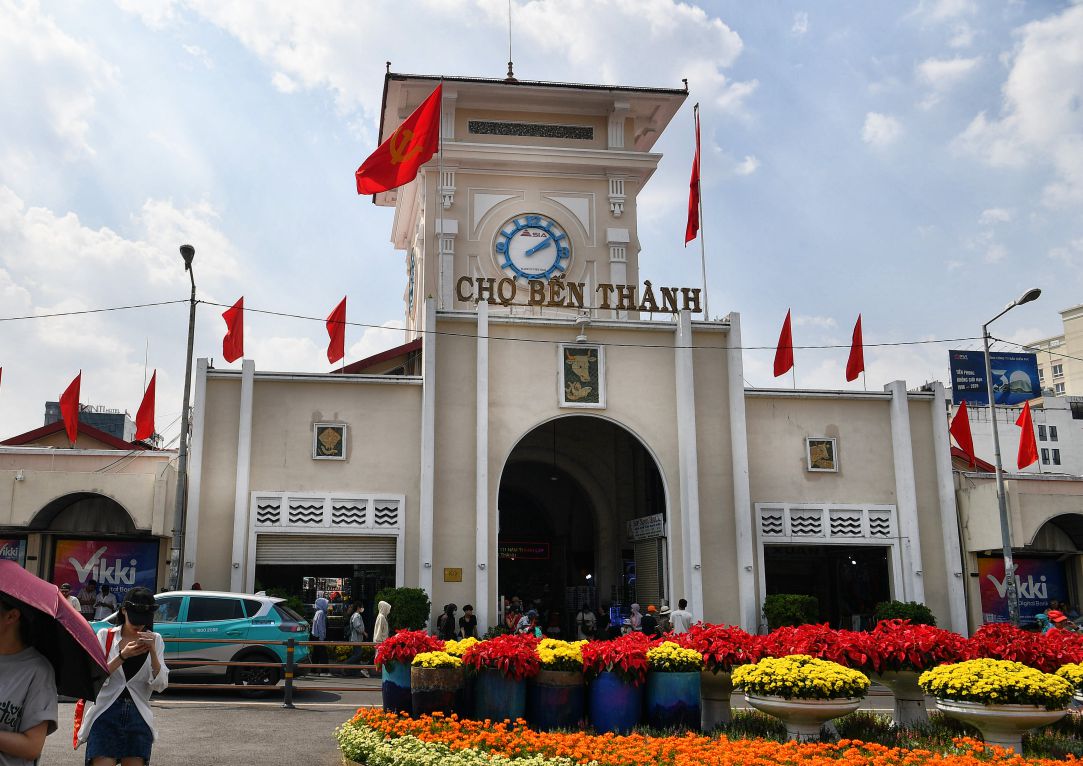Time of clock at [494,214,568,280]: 2:08
